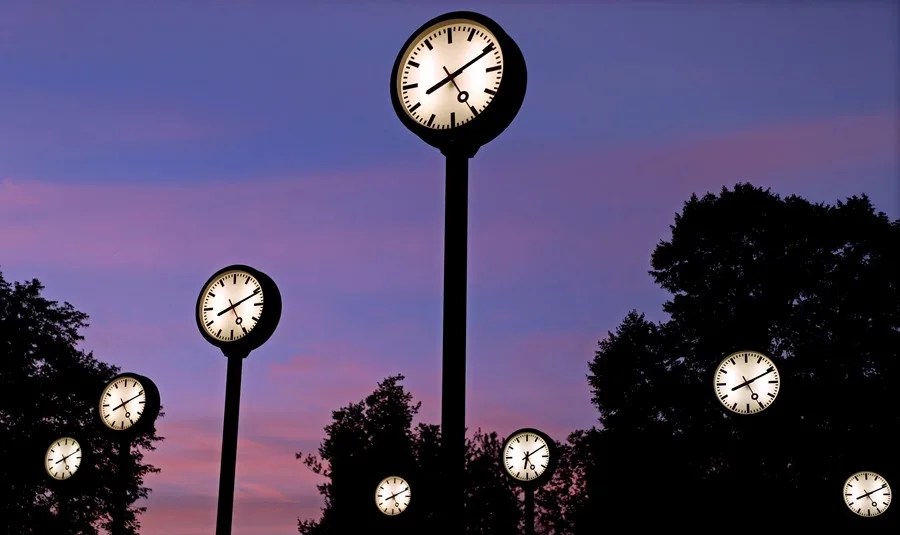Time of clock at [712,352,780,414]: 8:11
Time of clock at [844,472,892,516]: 8:11
